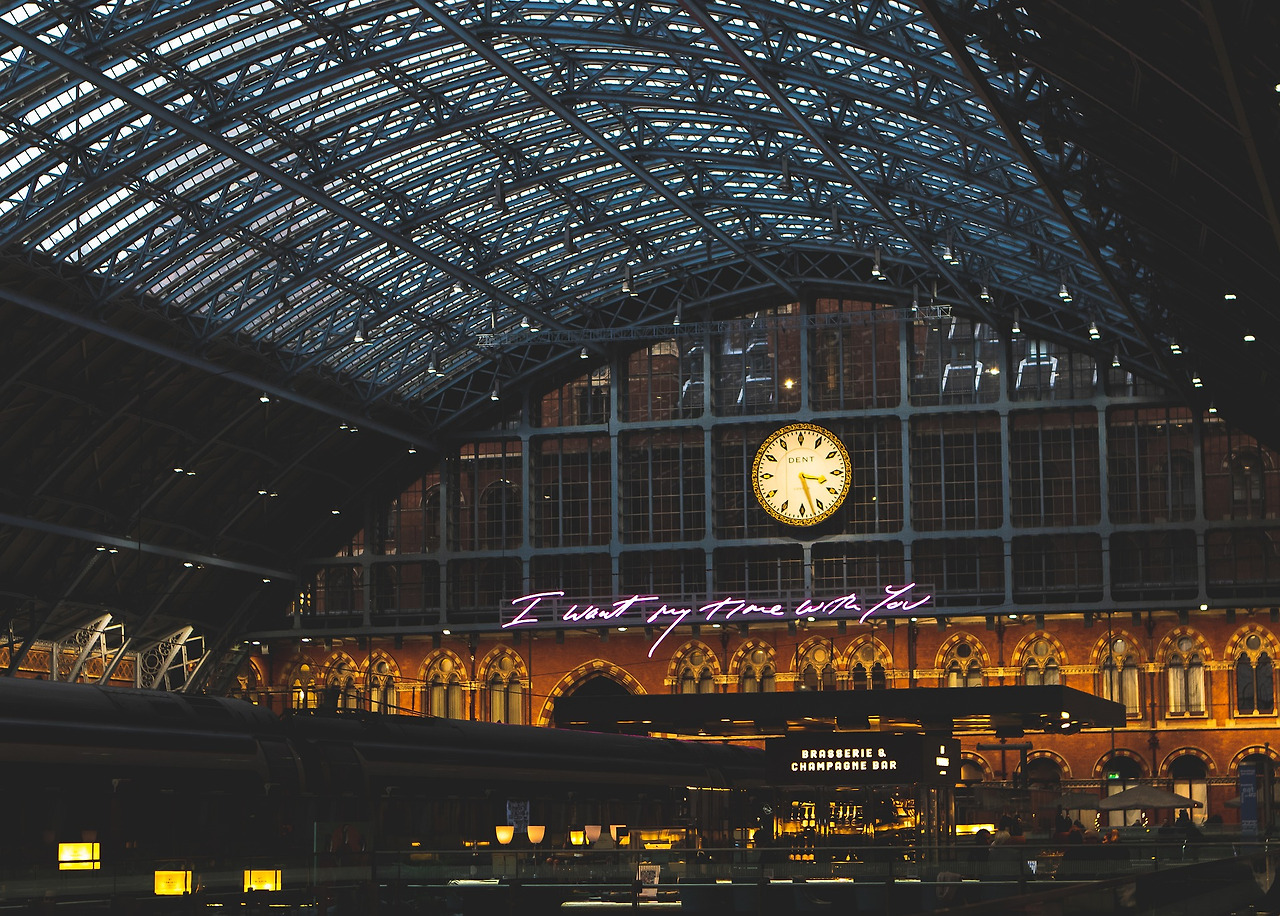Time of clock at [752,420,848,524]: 3:27
